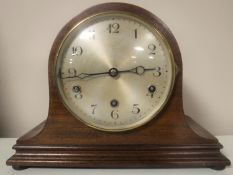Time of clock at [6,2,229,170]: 2:44
